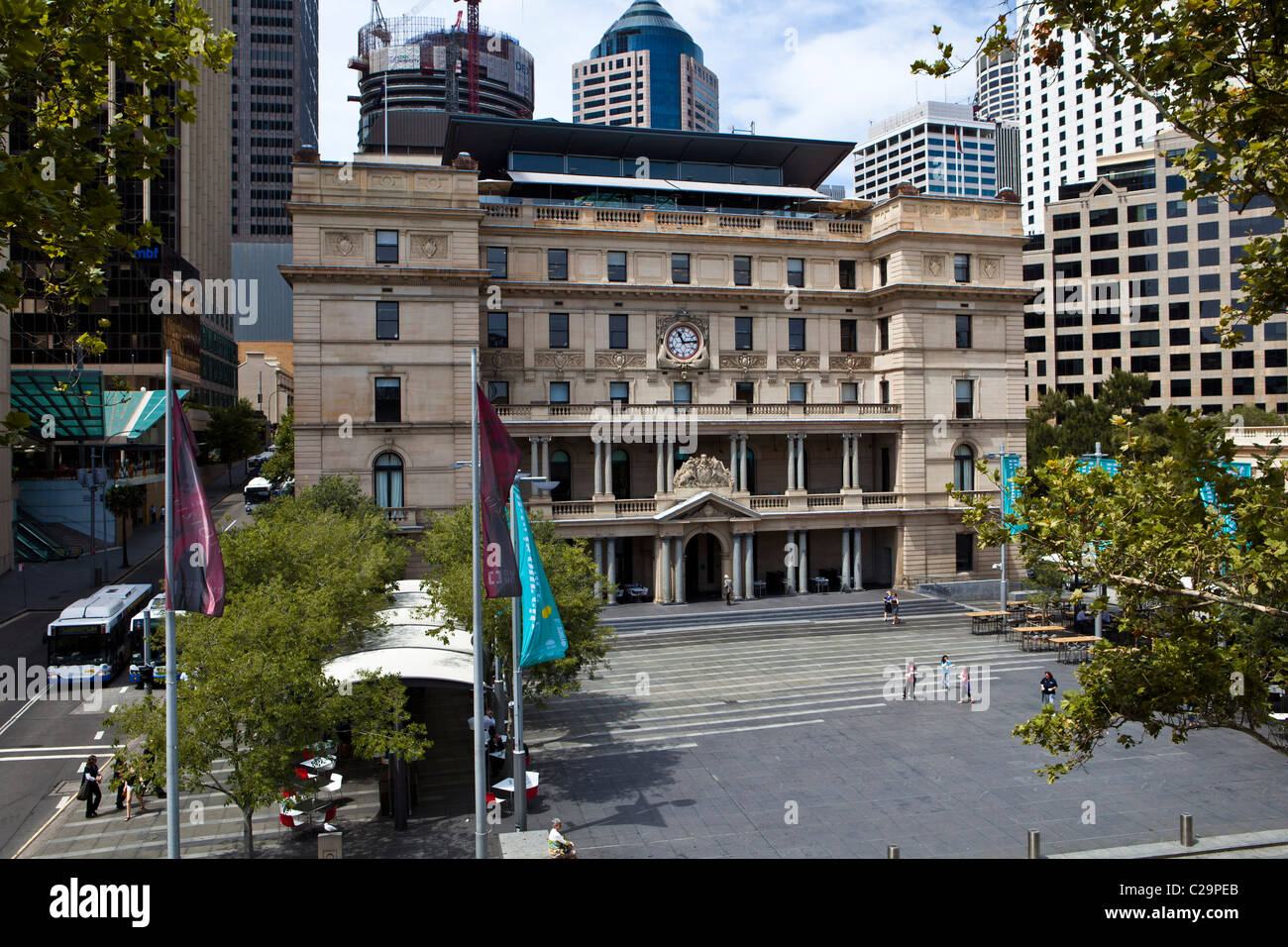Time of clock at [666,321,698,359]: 11:13
